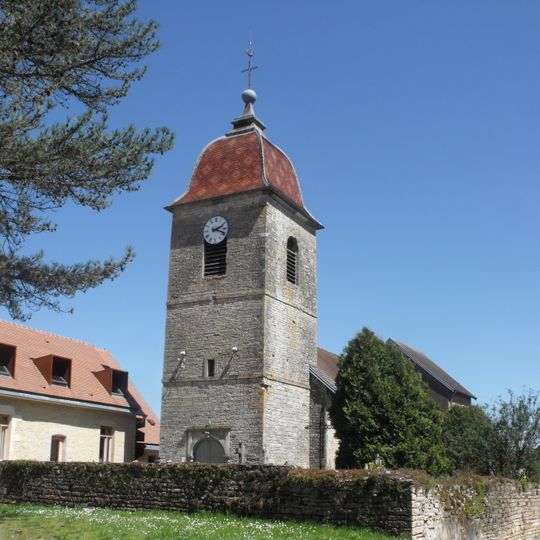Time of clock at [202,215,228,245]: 2:18
